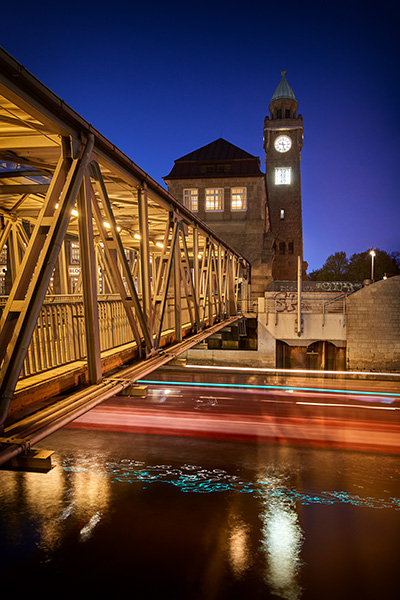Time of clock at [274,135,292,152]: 9:27
